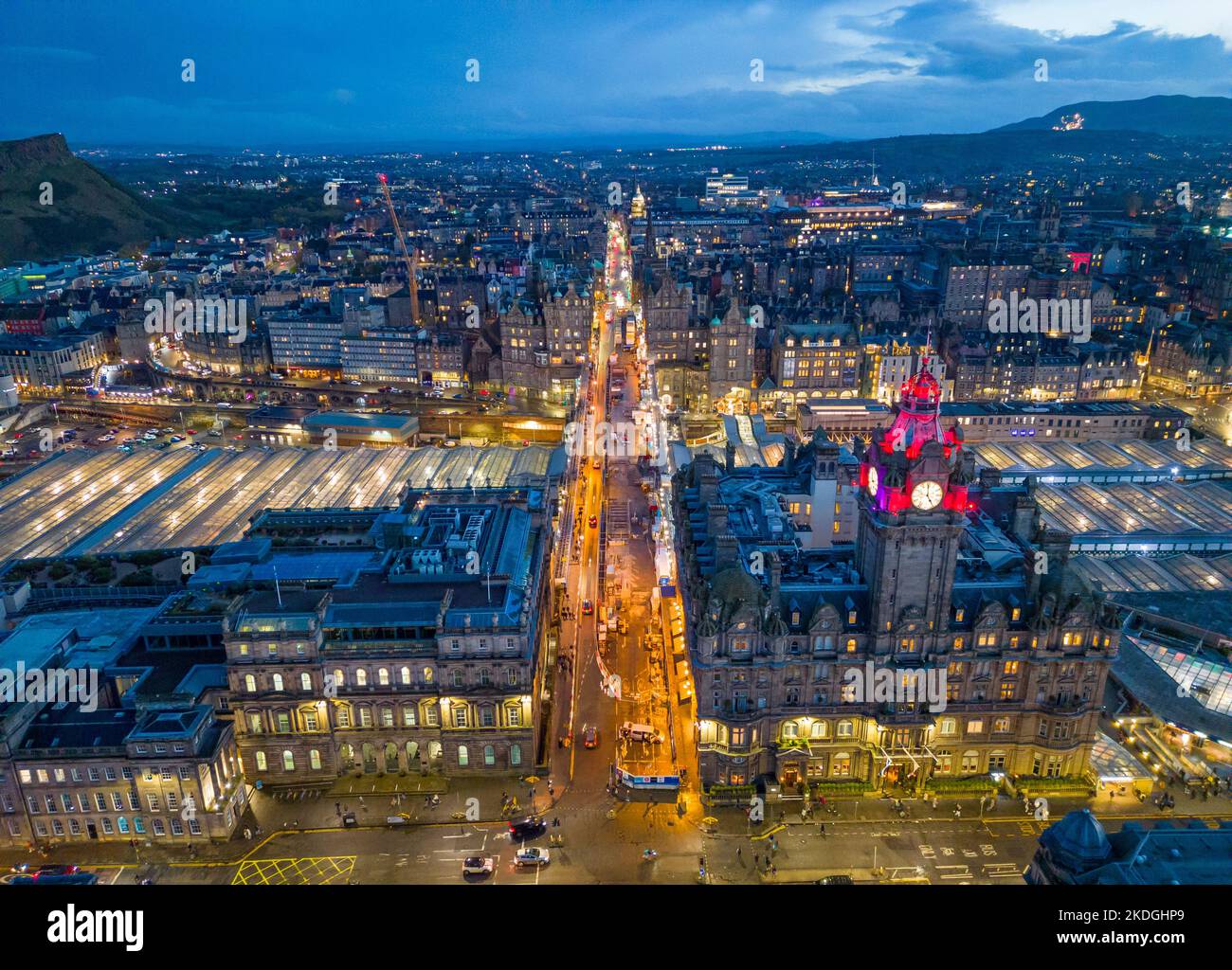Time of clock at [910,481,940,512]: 4:59
